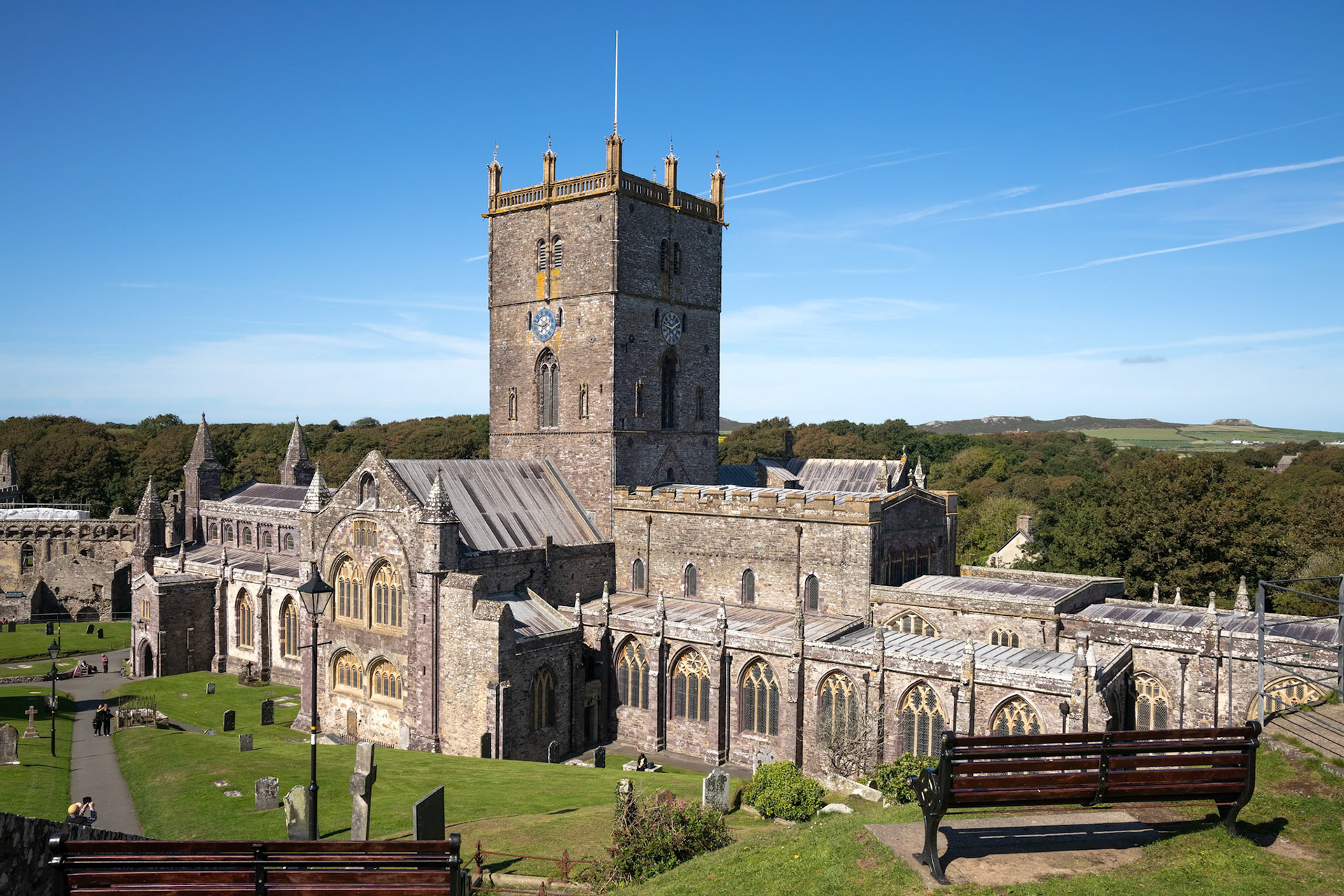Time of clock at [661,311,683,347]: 1:46
